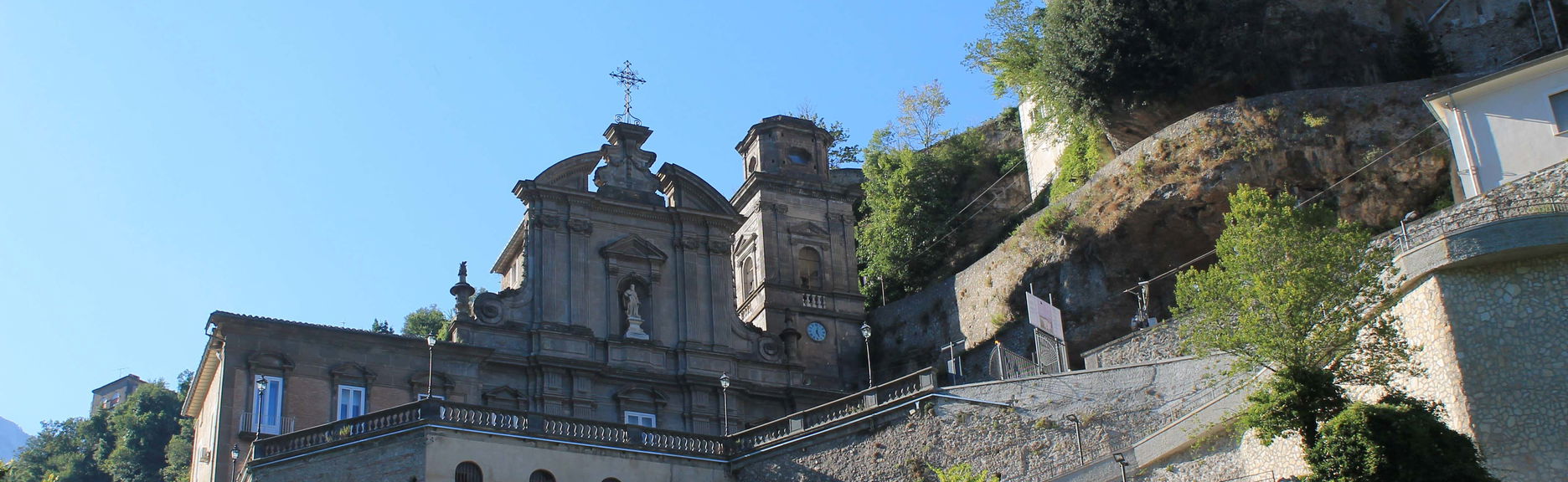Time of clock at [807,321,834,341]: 5:01
